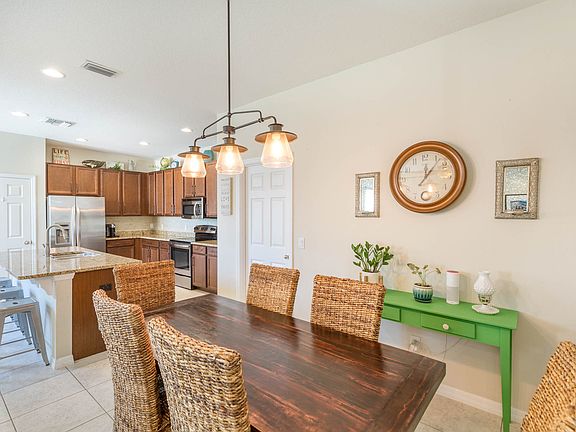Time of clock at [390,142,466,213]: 12:06
